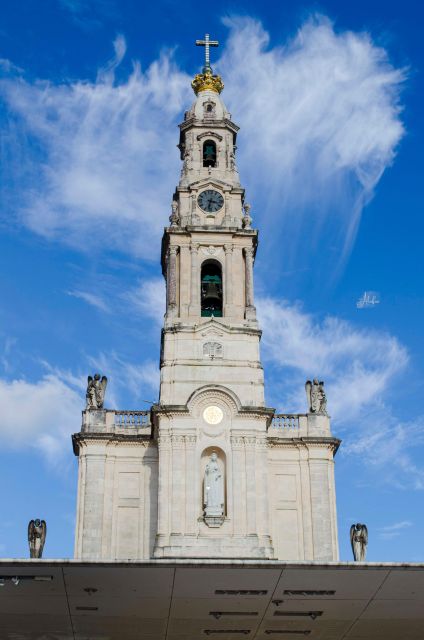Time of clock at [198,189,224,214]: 3:32
